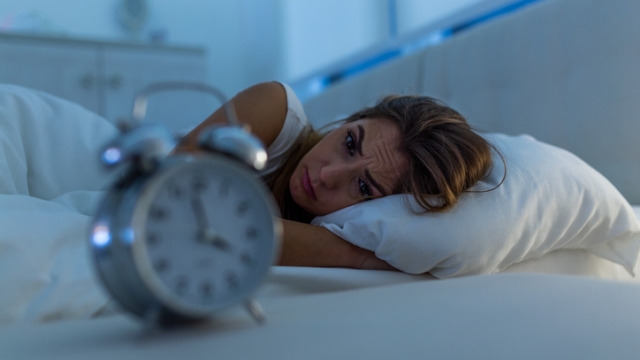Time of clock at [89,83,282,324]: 3:58
